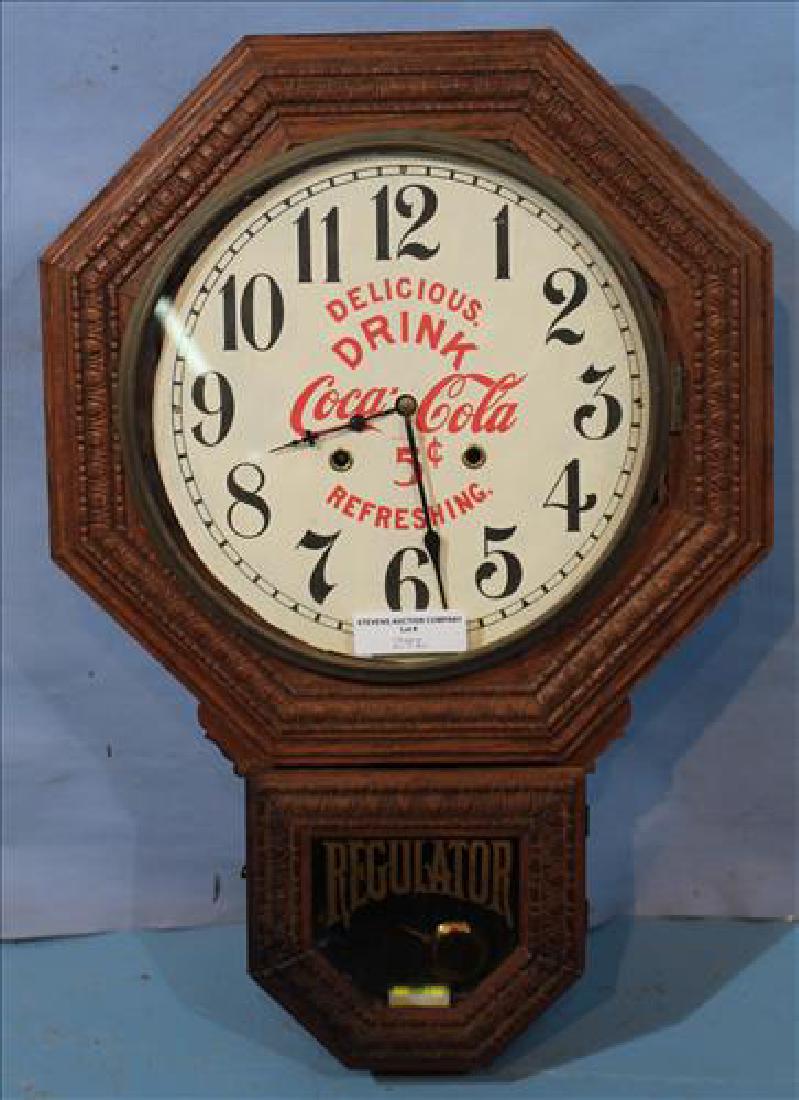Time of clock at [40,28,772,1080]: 8:28
